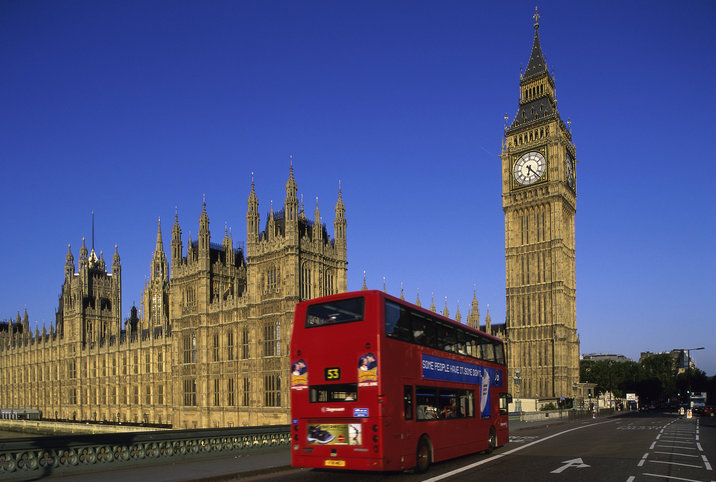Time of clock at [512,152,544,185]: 6:23
